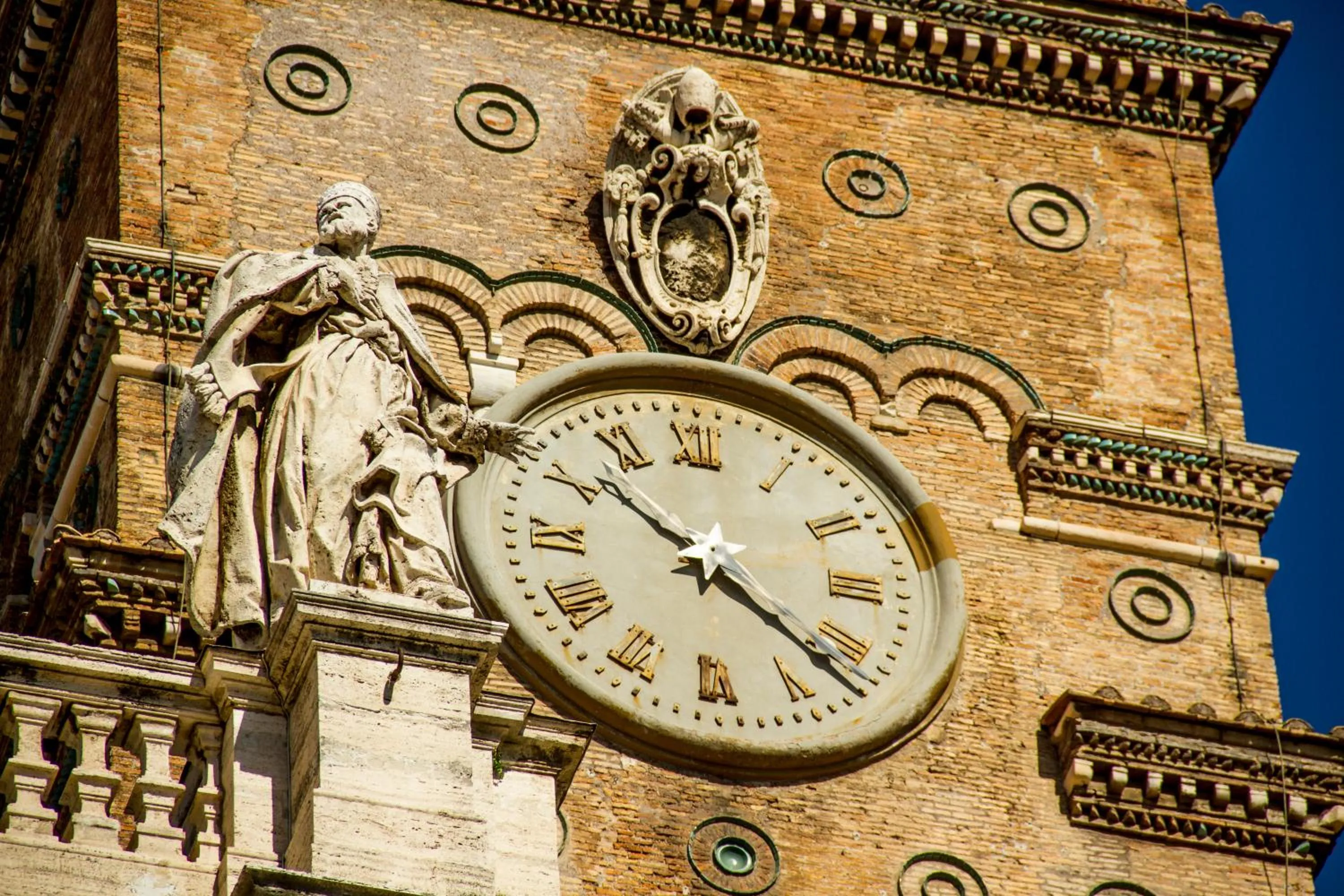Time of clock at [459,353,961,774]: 10:21
